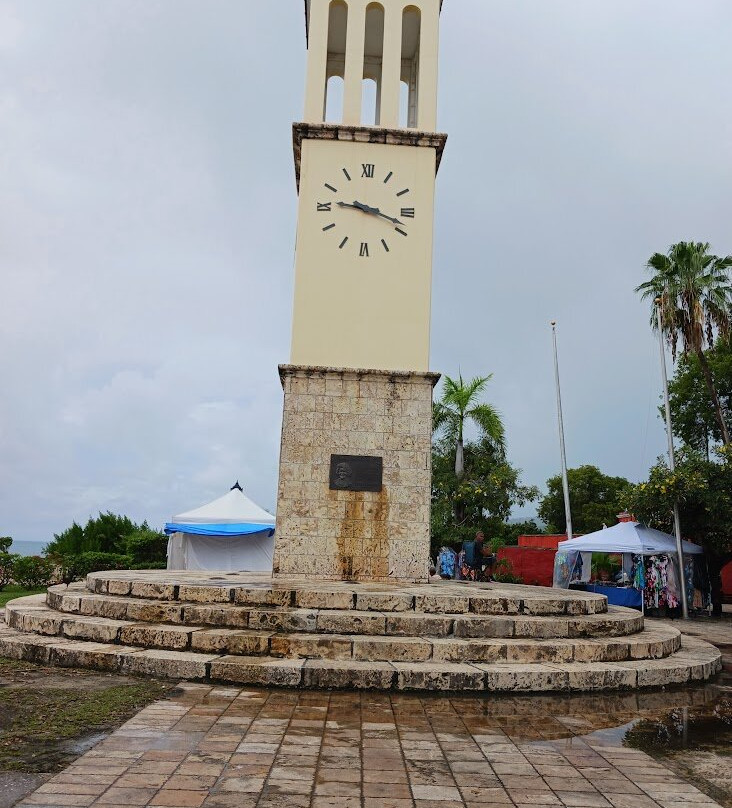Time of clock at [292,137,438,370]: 9:18
